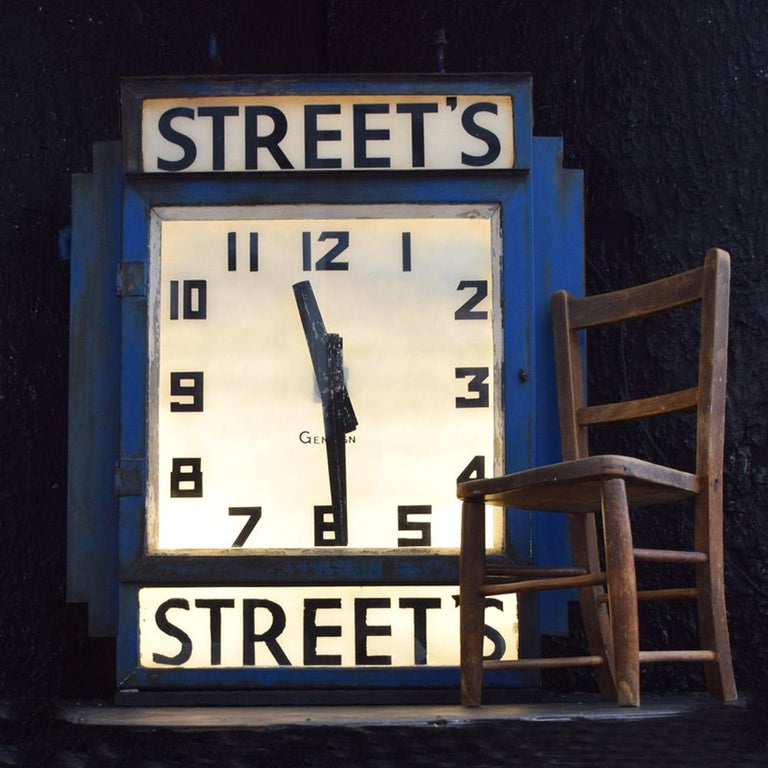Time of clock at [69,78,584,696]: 11:29
